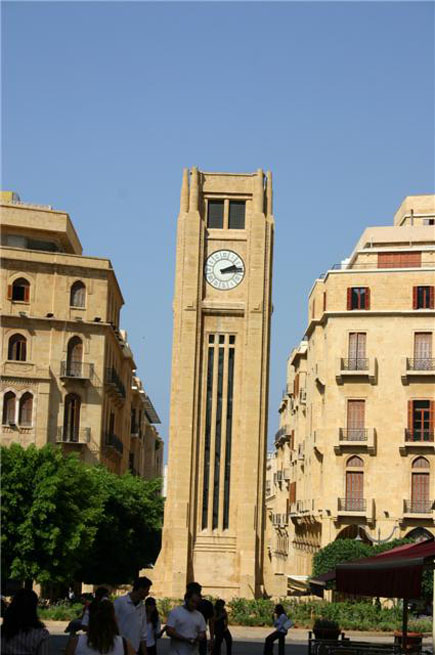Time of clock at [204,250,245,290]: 2:14
